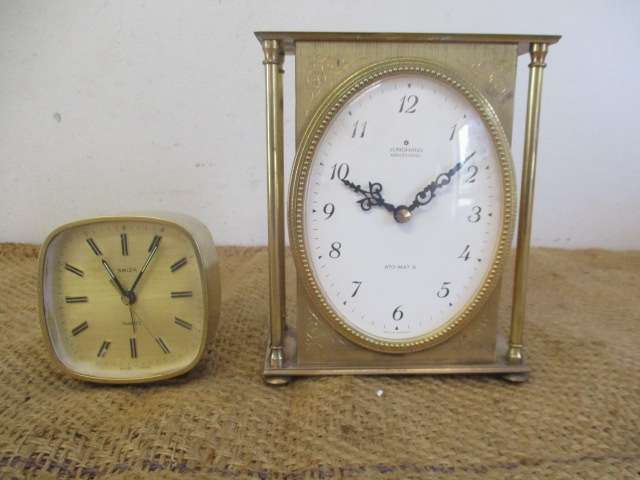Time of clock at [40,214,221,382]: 11:05
